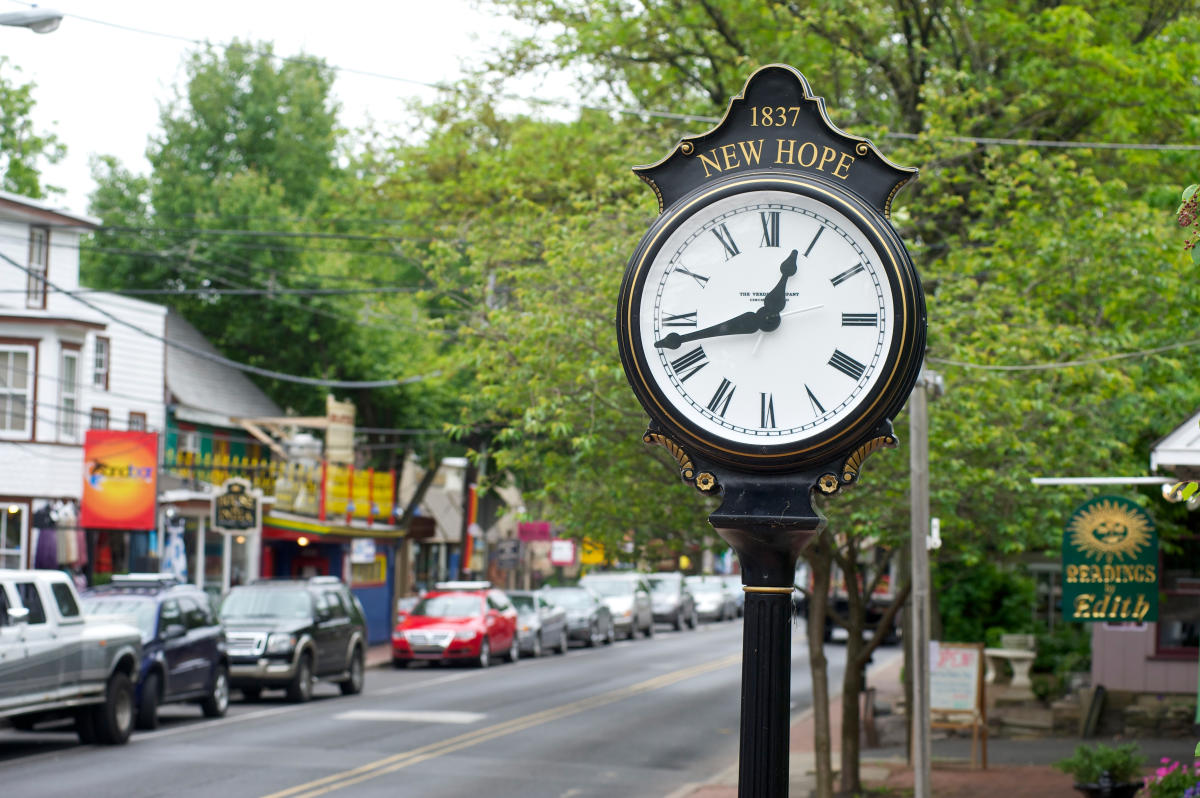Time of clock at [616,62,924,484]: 12:42
